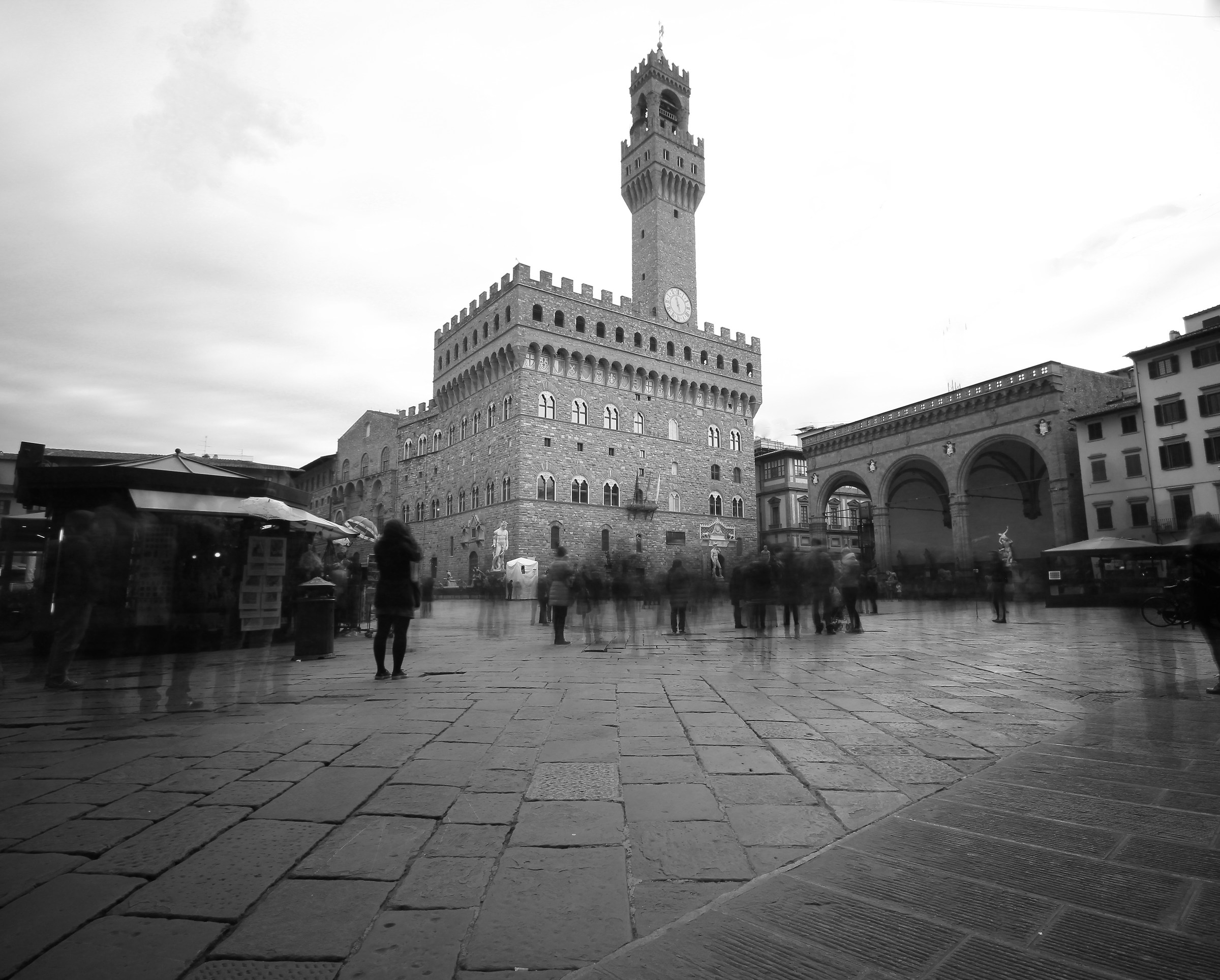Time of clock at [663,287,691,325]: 4:57
